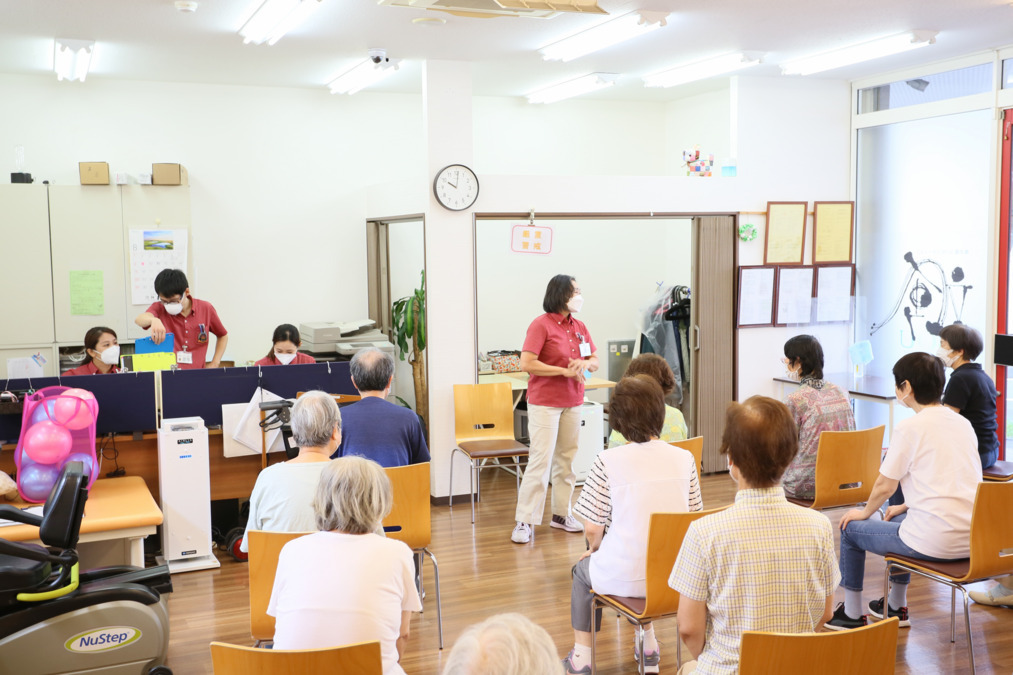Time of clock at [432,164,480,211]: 10:00
